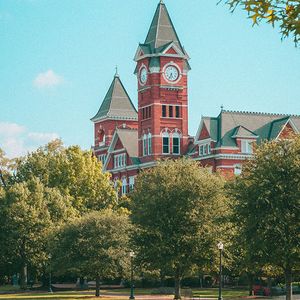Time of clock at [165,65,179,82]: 5:33
